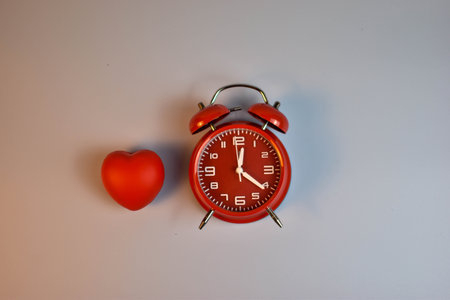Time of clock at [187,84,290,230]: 12:21
